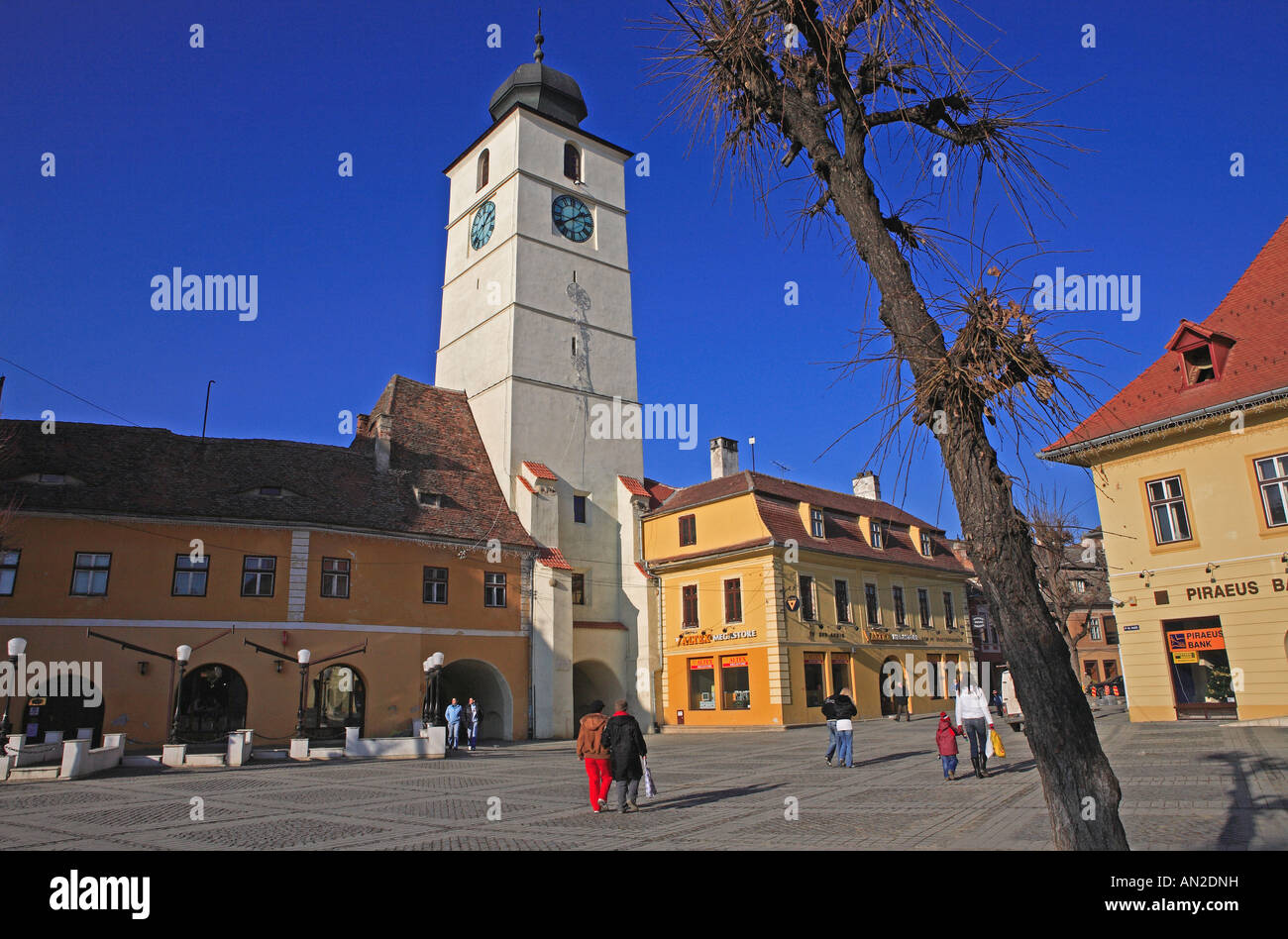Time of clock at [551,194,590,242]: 1:39
